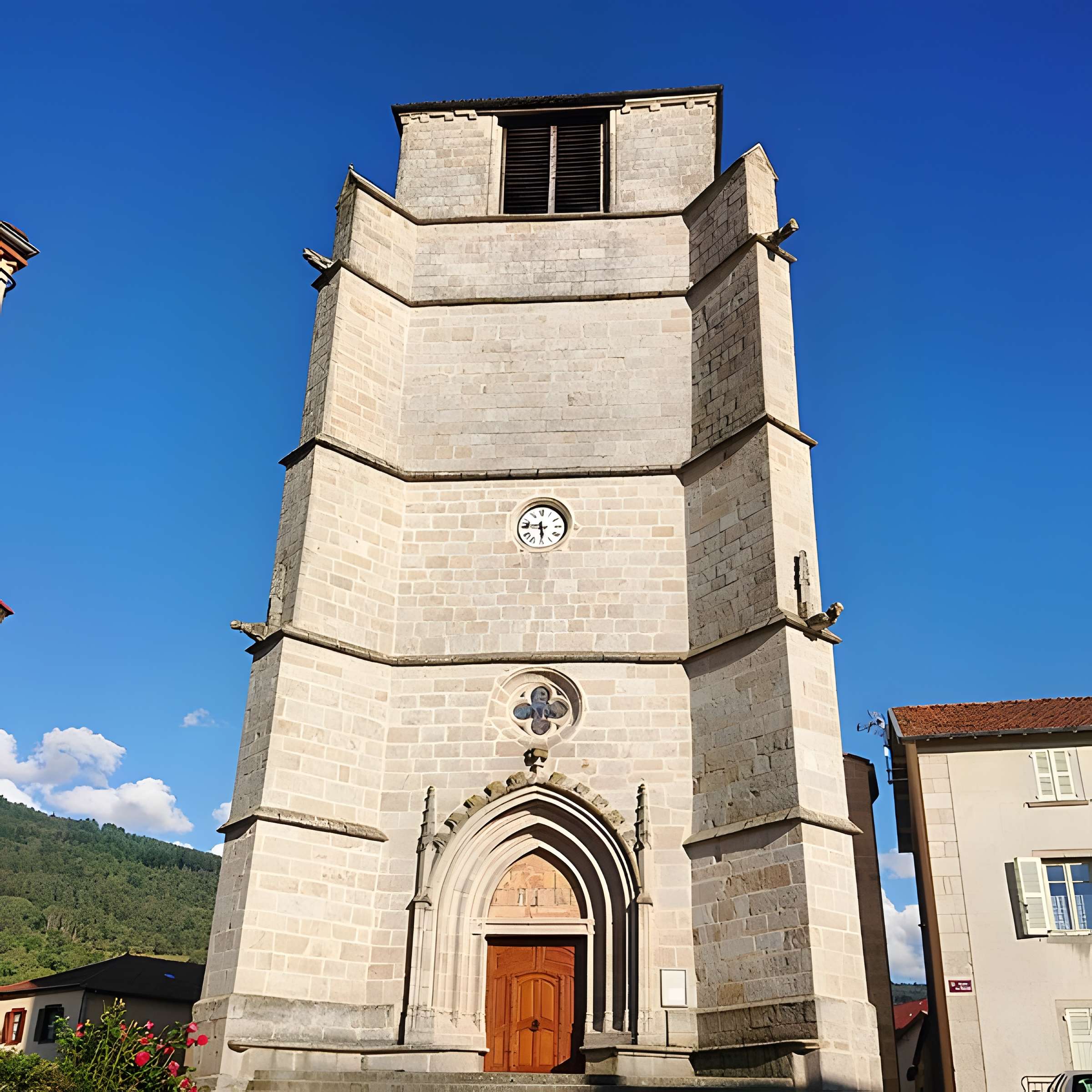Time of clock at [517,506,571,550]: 5:46
